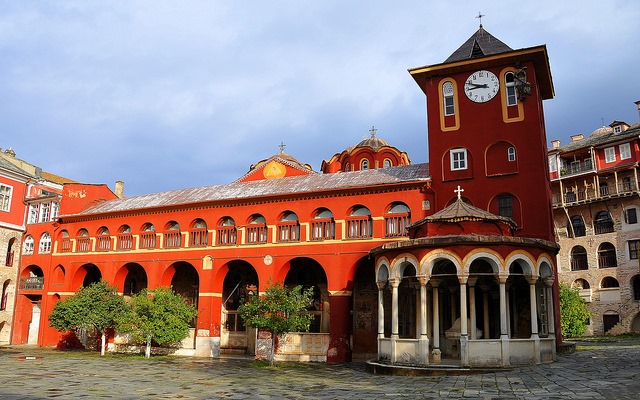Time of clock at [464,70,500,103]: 8:48
